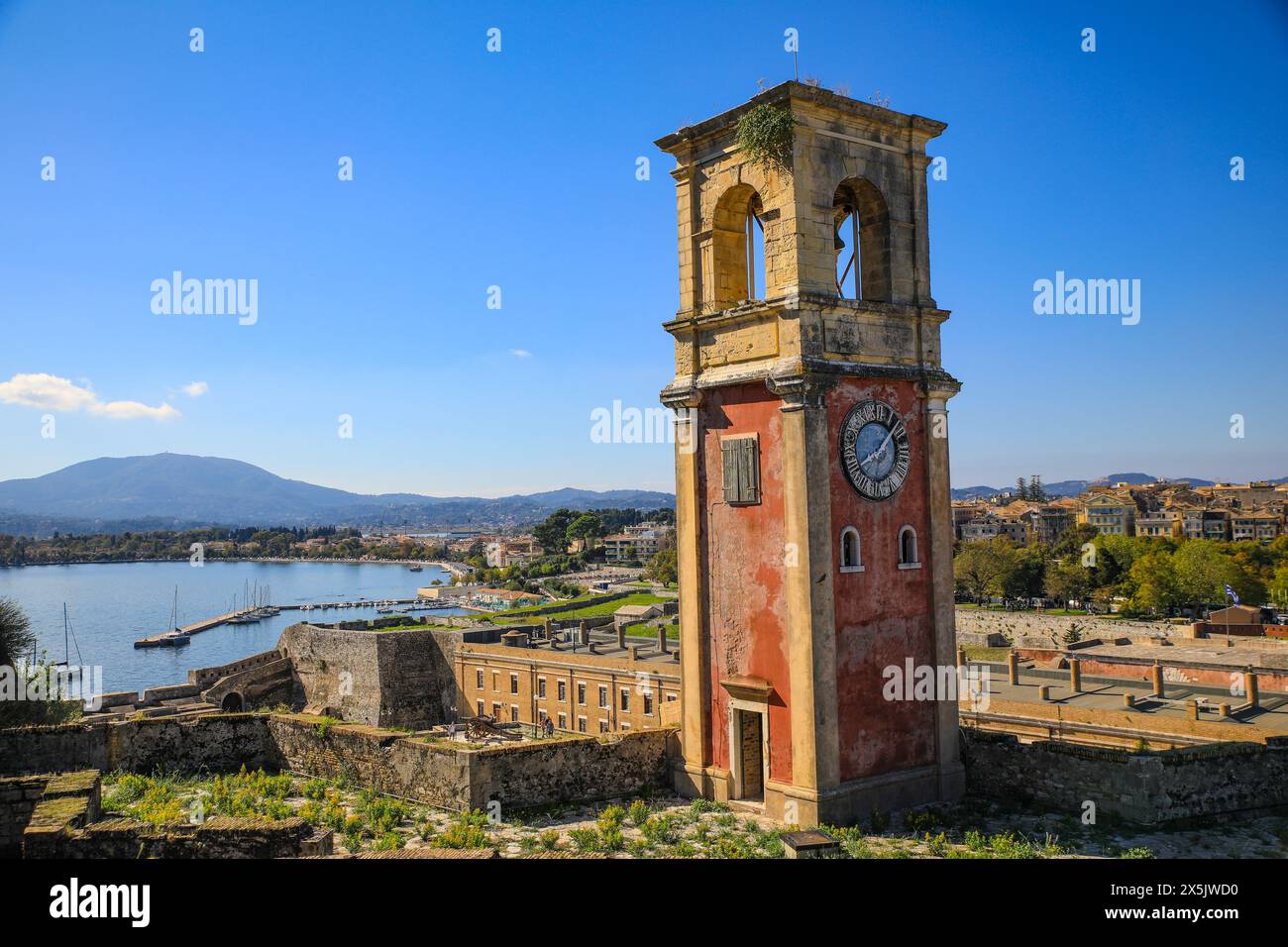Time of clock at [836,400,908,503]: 8:07
